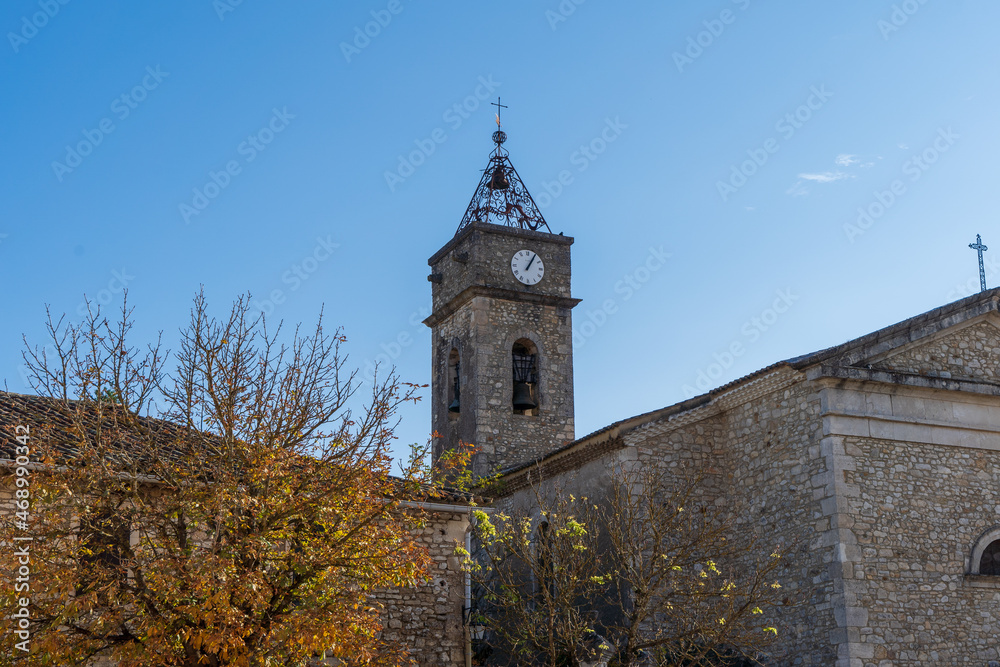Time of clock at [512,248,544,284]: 1:05
